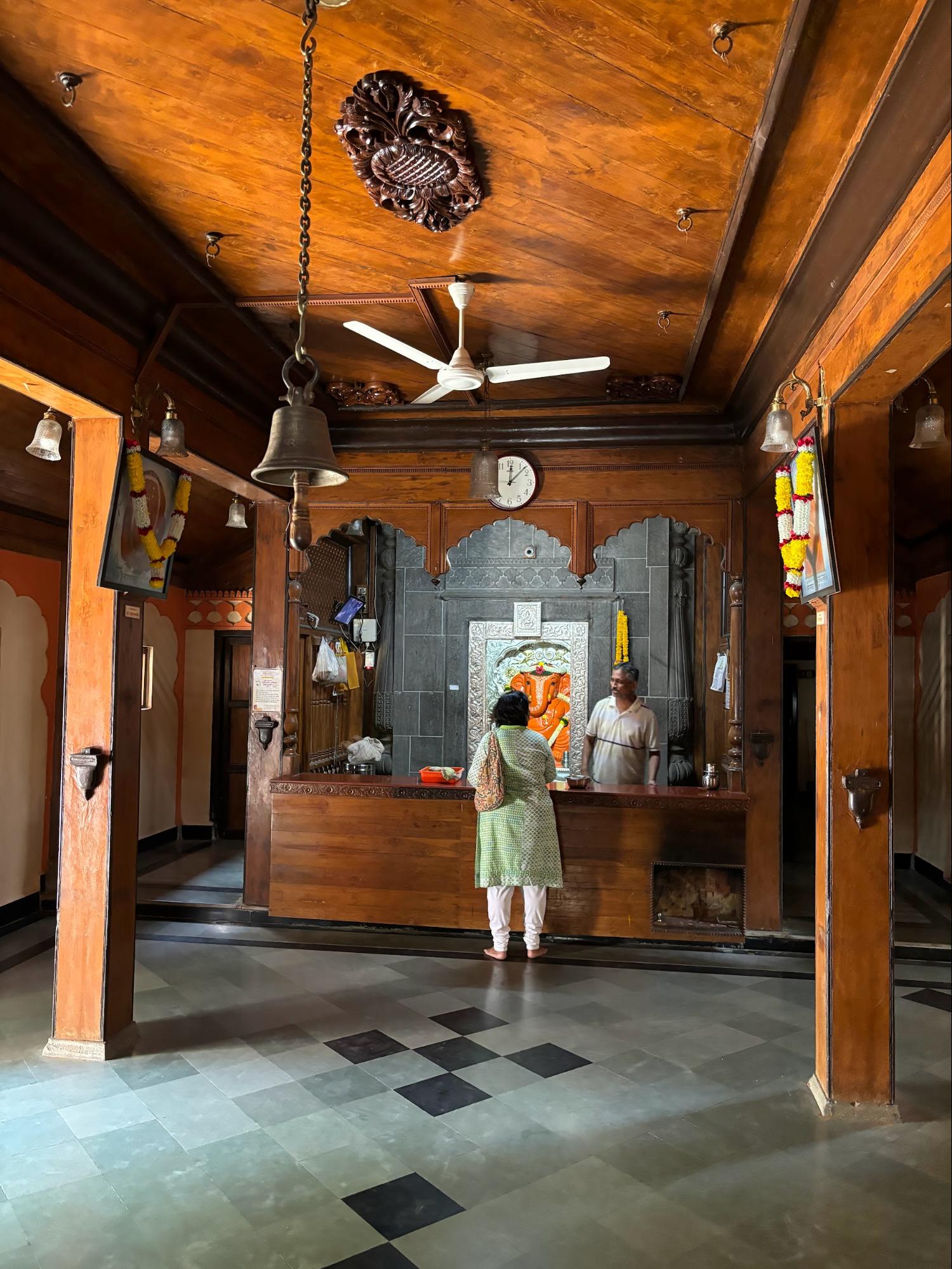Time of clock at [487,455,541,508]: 12:07
